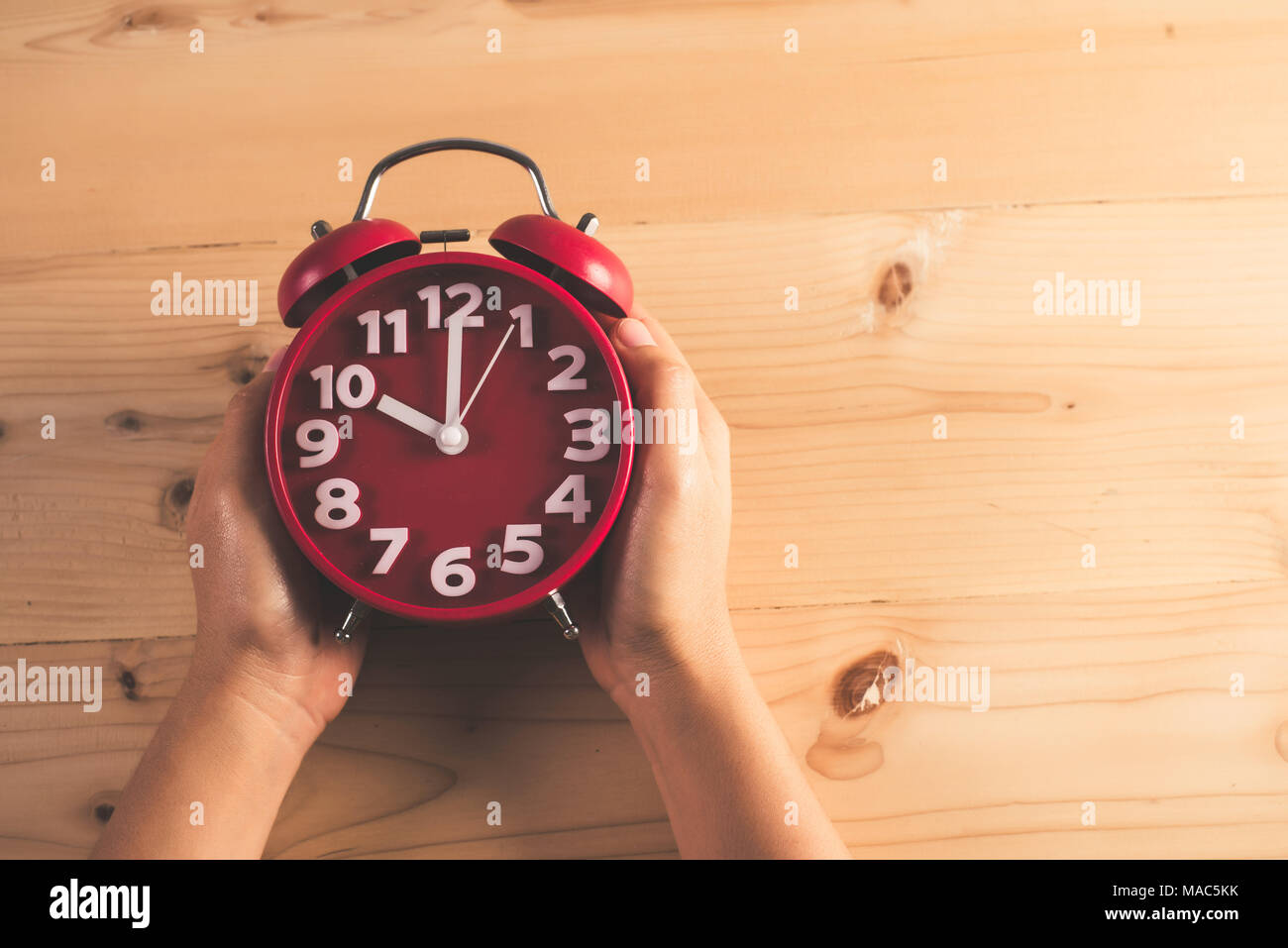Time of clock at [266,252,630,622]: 10:00
